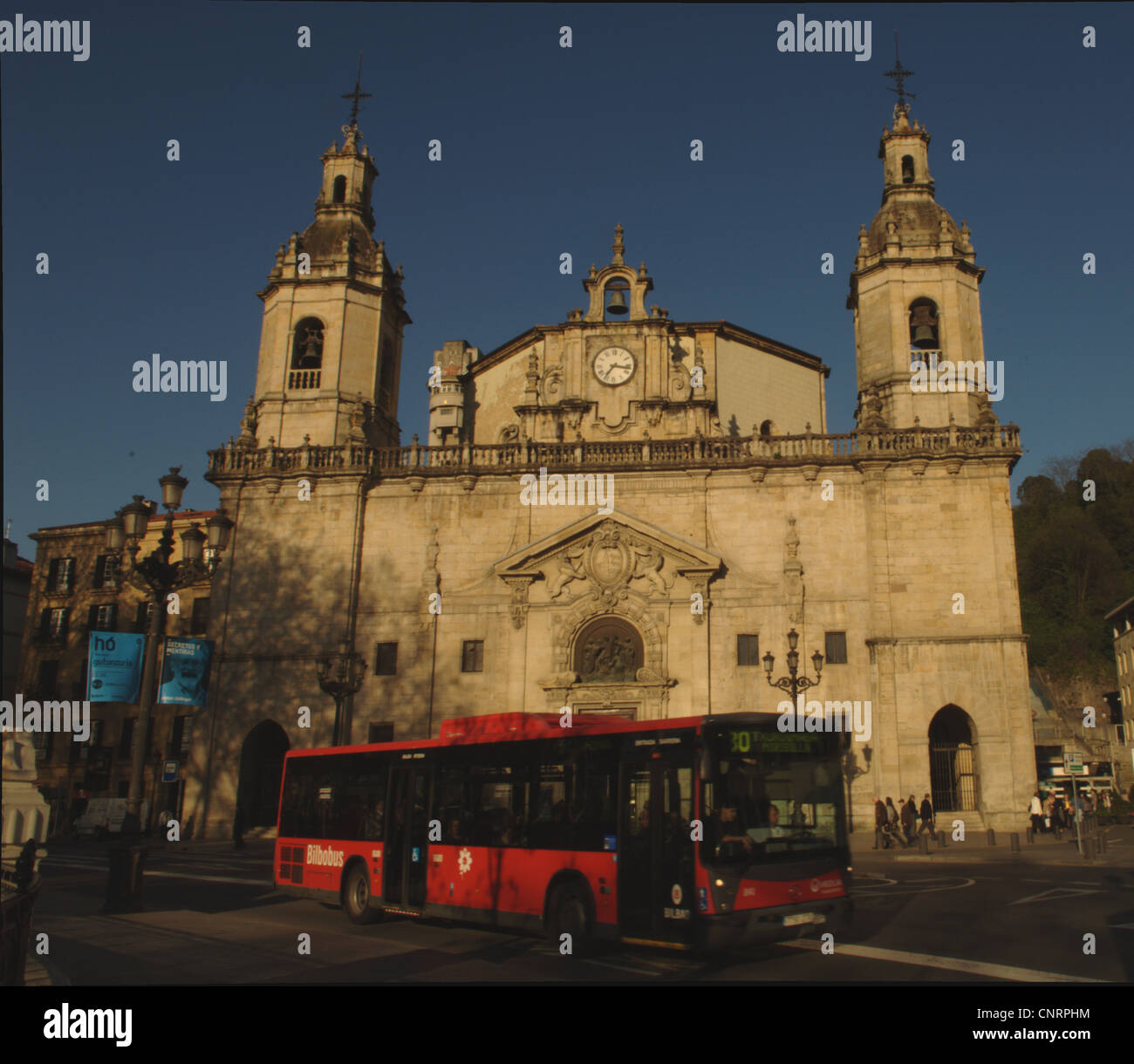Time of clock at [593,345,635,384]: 7:16
